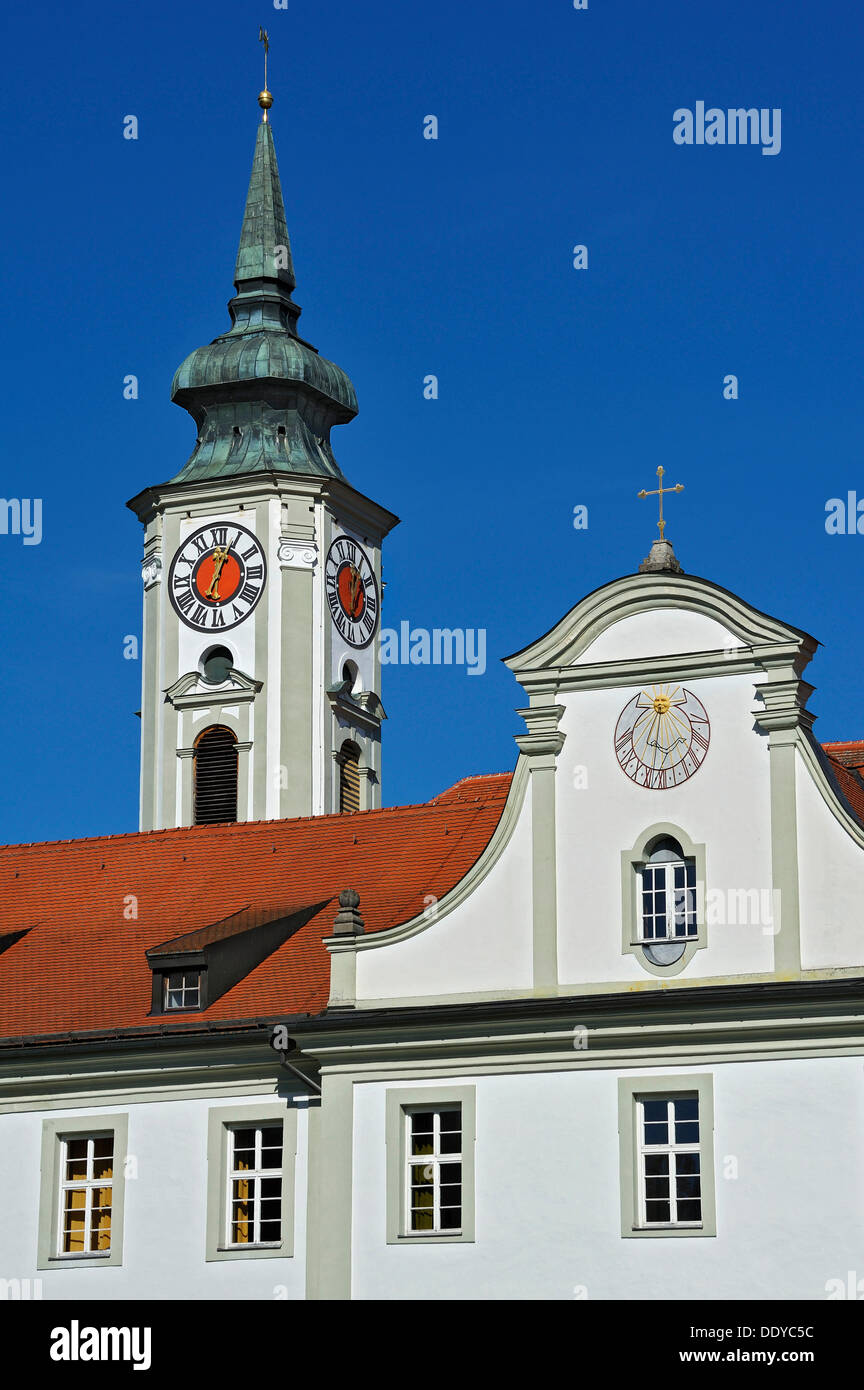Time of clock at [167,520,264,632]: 7:04
